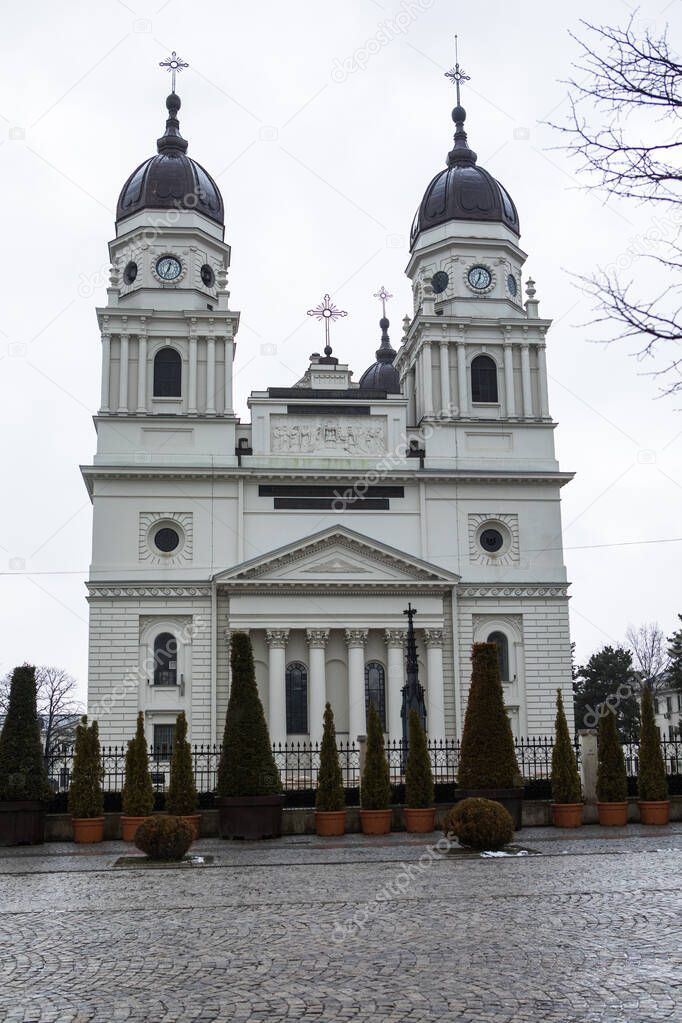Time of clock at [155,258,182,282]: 12:34
